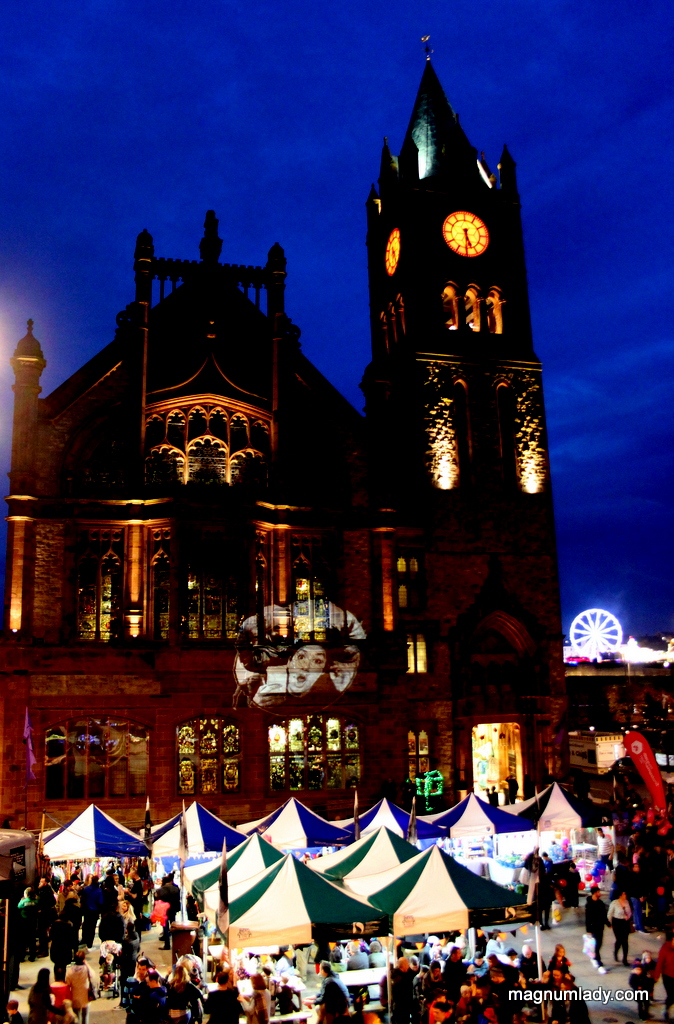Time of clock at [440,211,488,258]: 5:30
